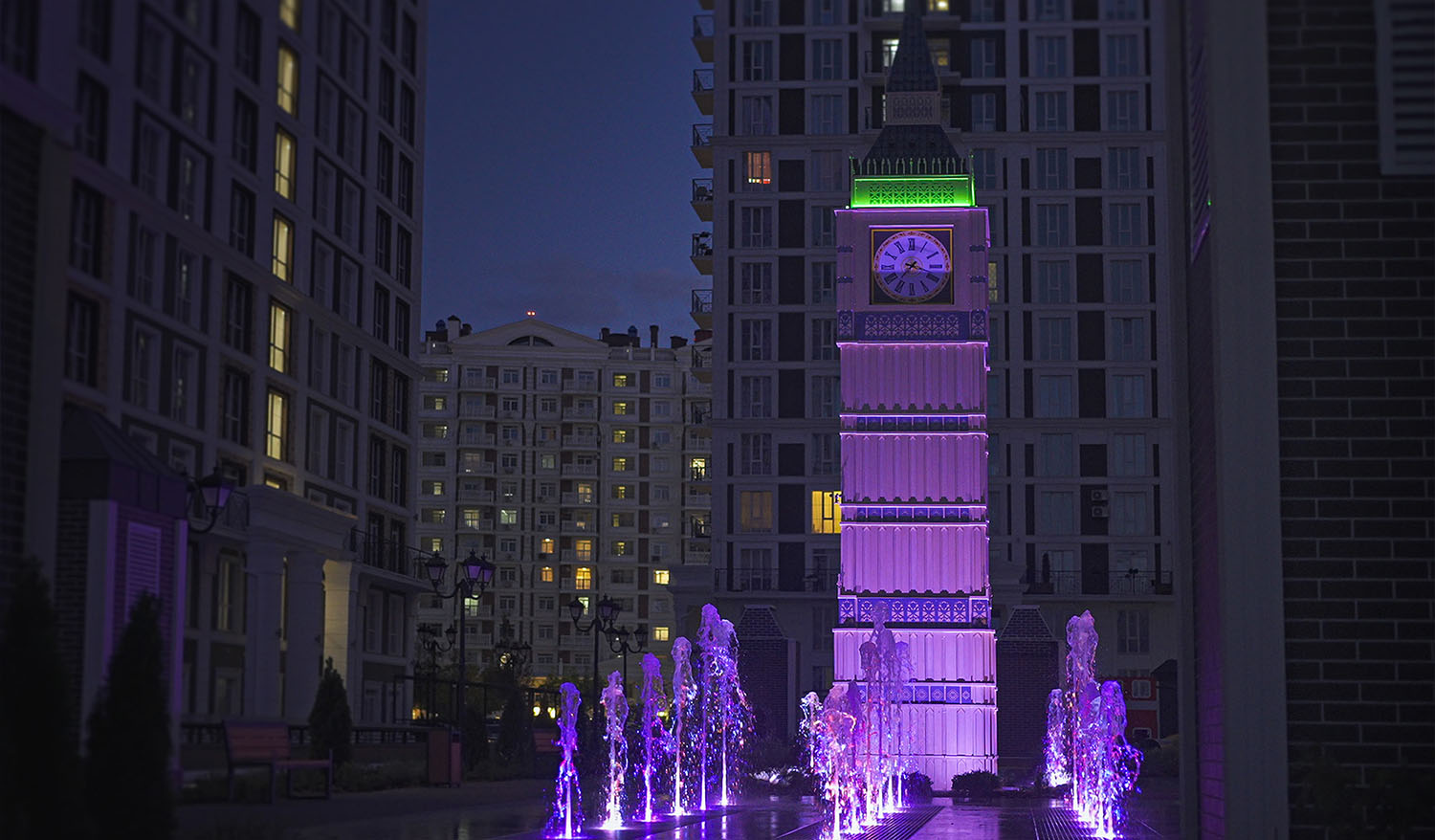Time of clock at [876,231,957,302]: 7:18
